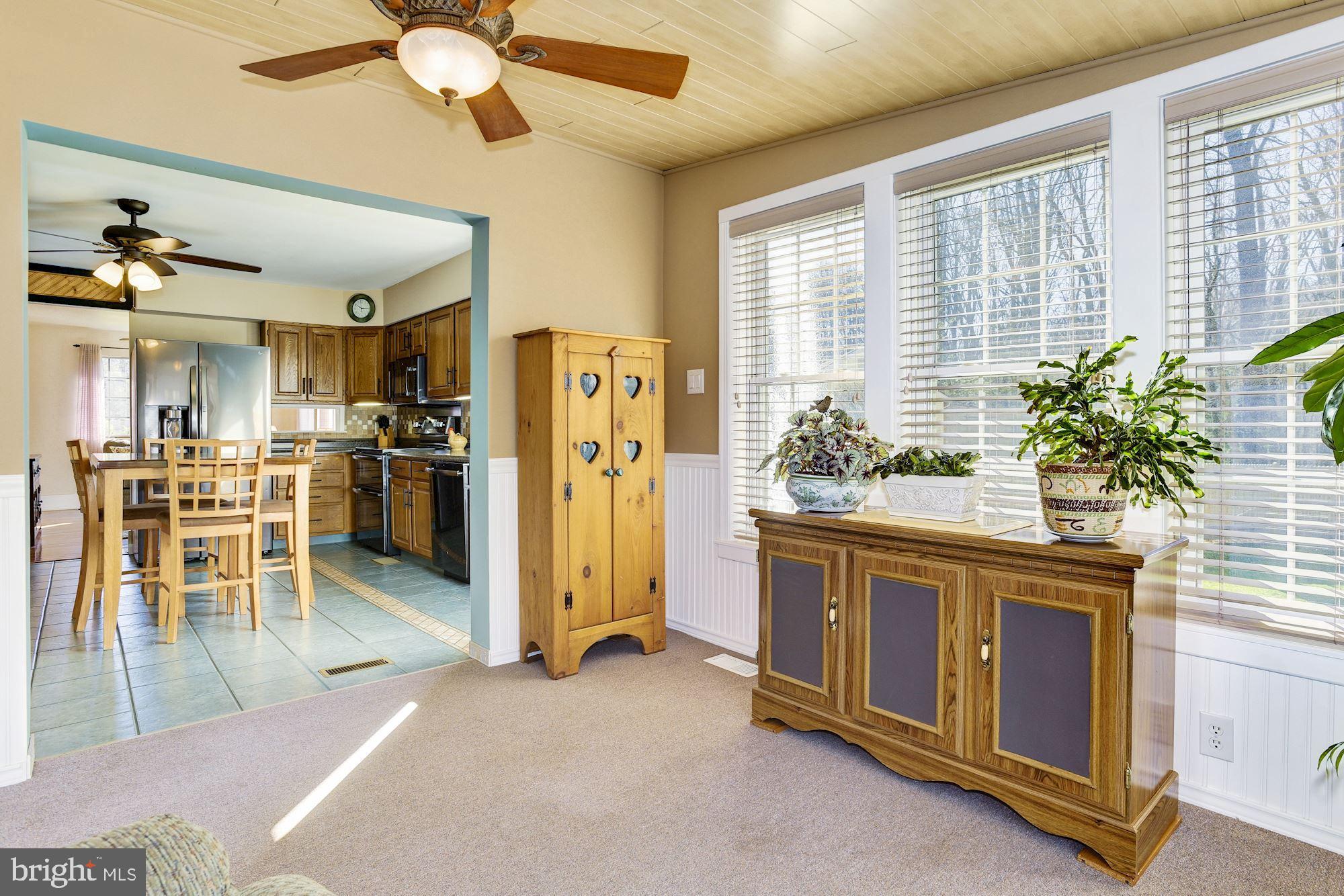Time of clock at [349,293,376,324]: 10:15
